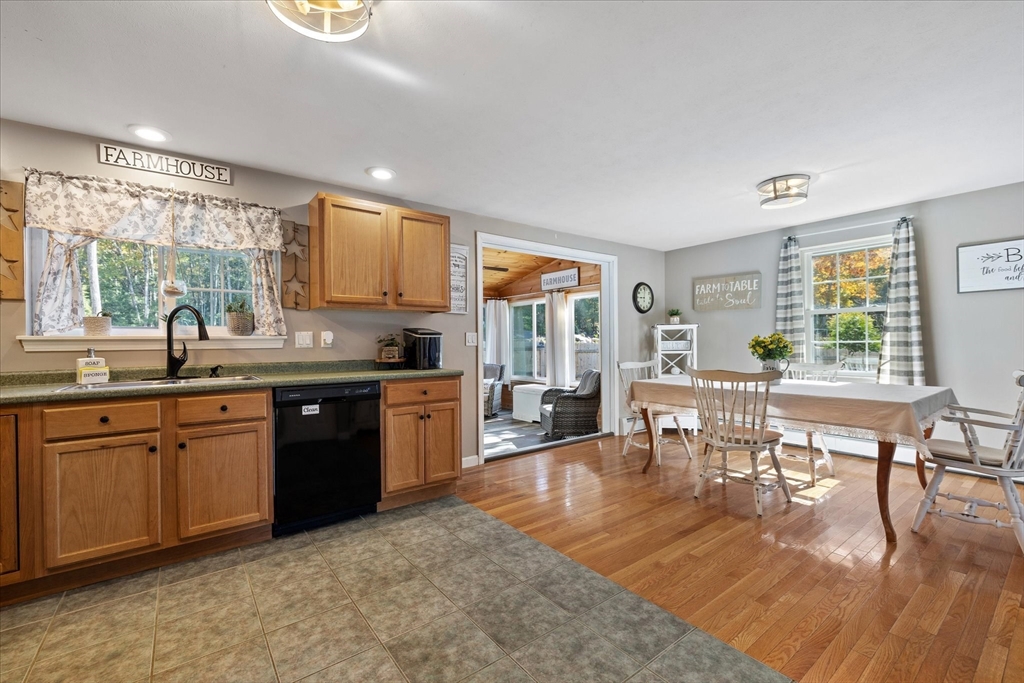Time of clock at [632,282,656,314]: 9:01
